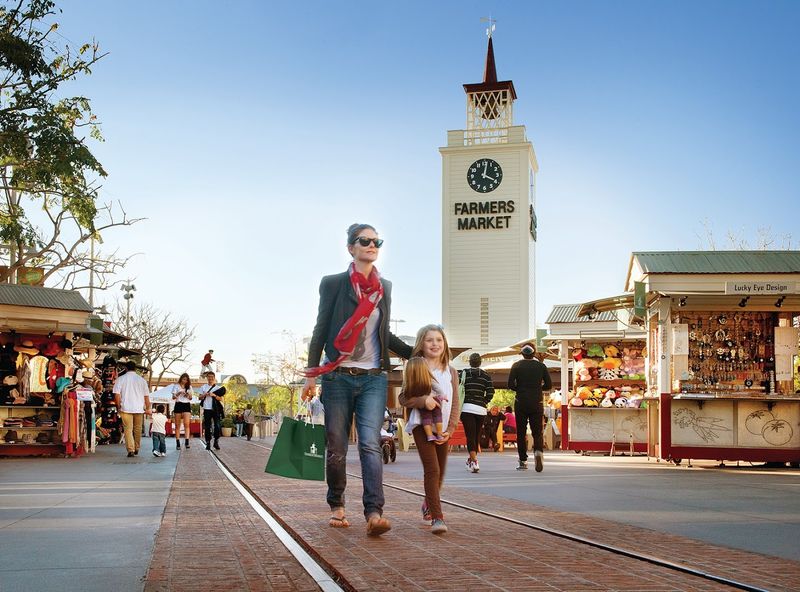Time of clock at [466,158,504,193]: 4:02
